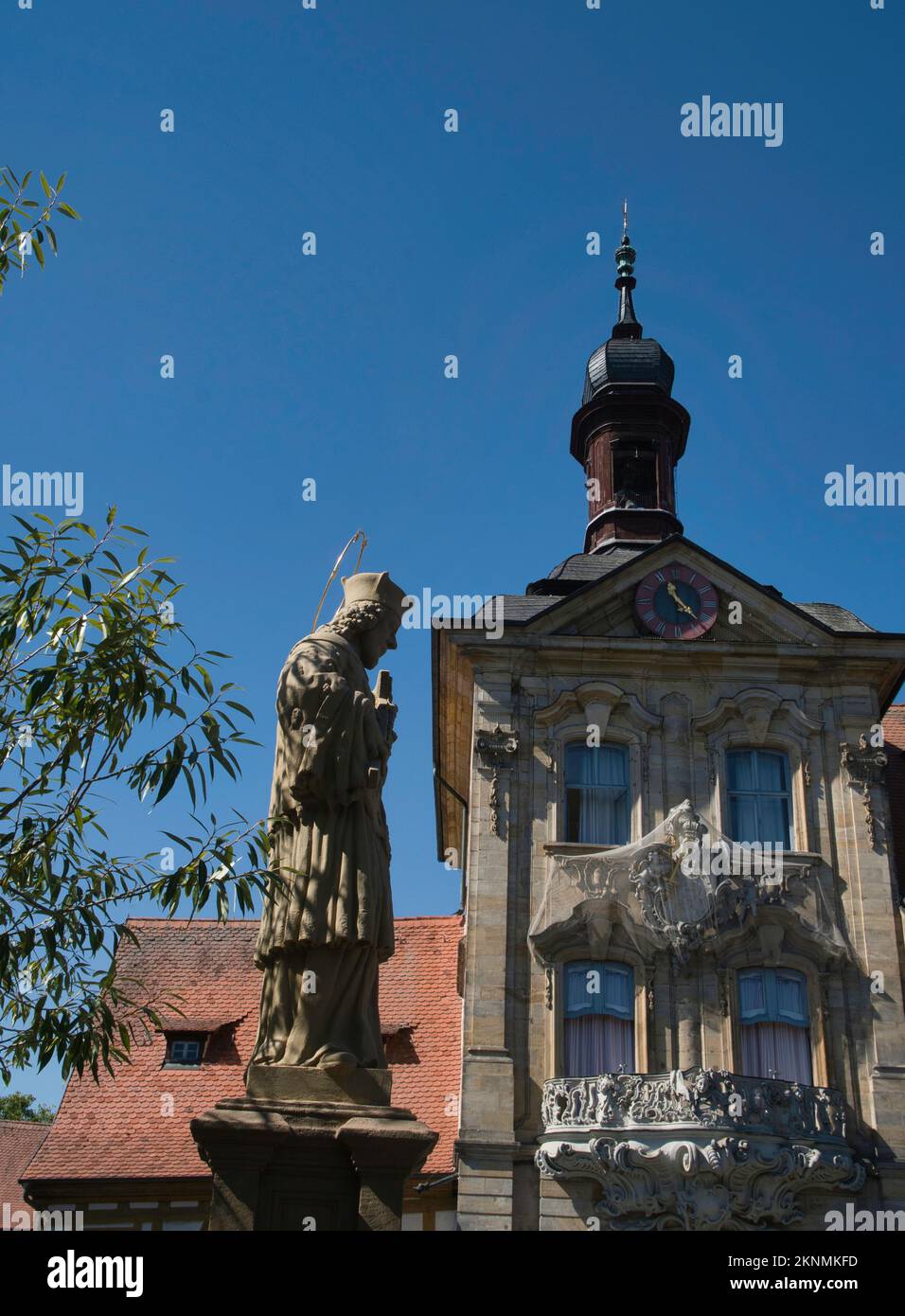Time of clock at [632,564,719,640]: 11:22
